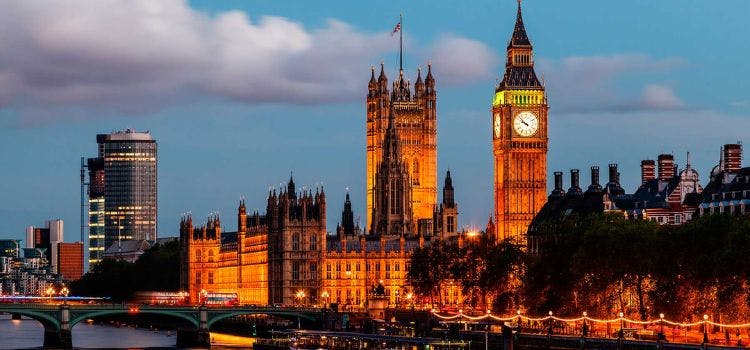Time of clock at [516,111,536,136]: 9:52
